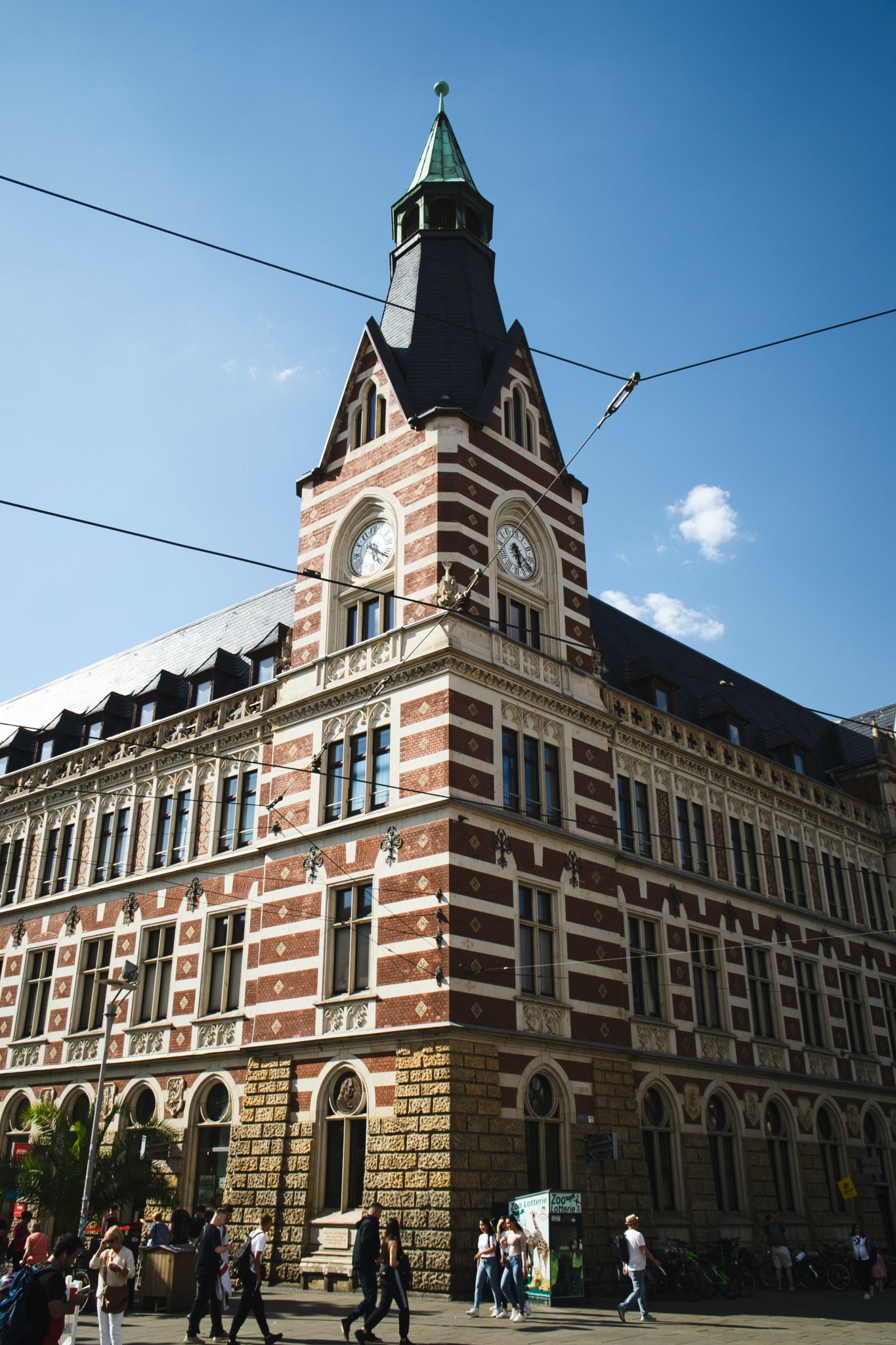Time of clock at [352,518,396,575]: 5:21
